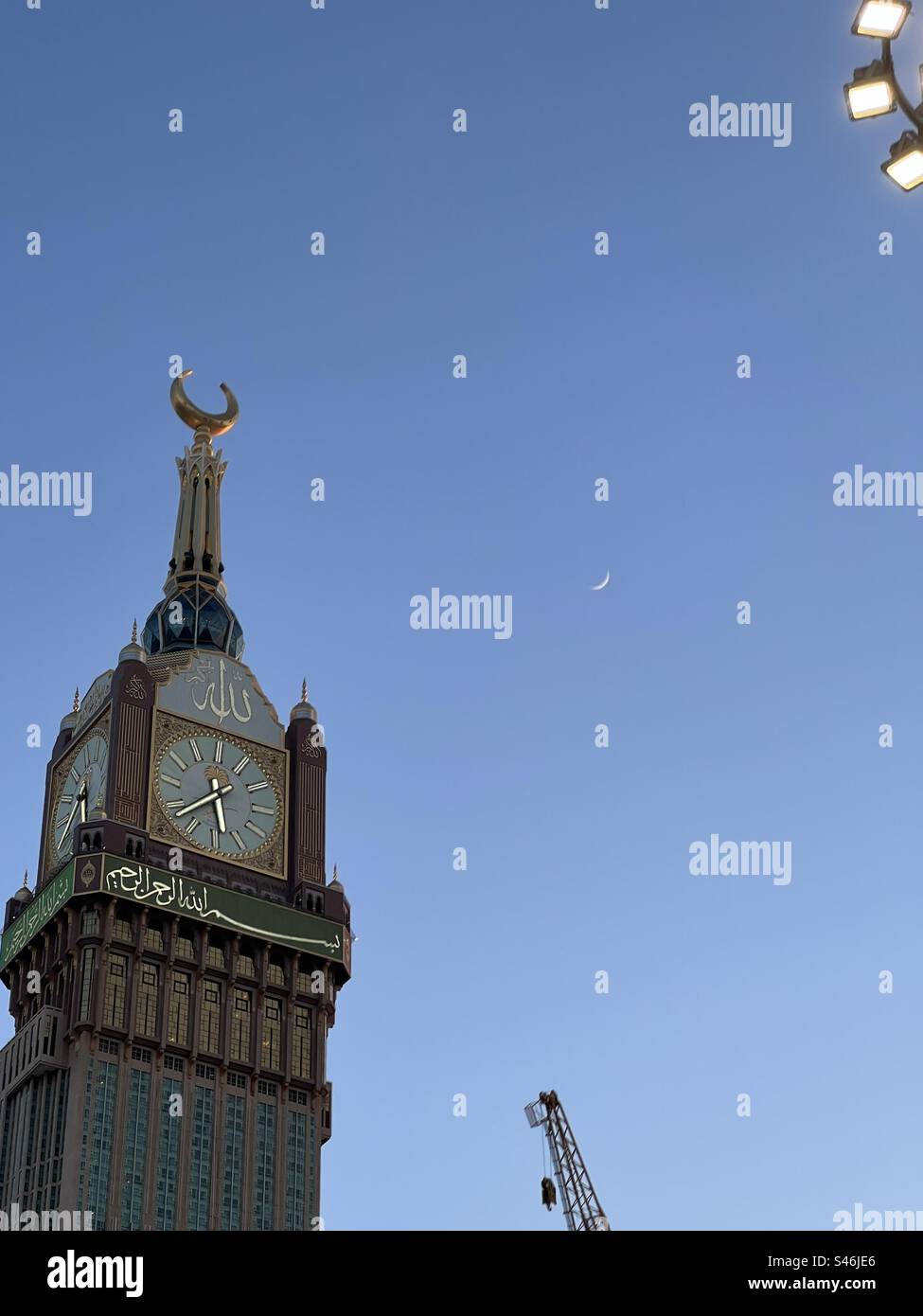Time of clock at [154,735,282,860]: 5:37
